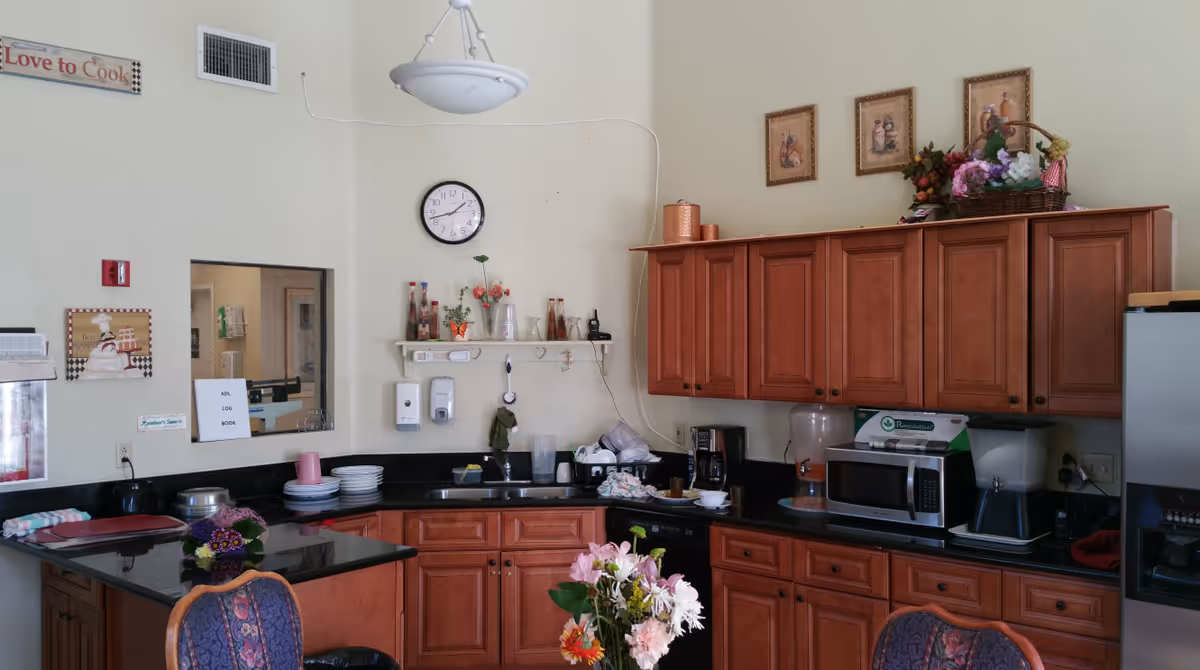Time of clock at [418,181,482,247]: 1:42
